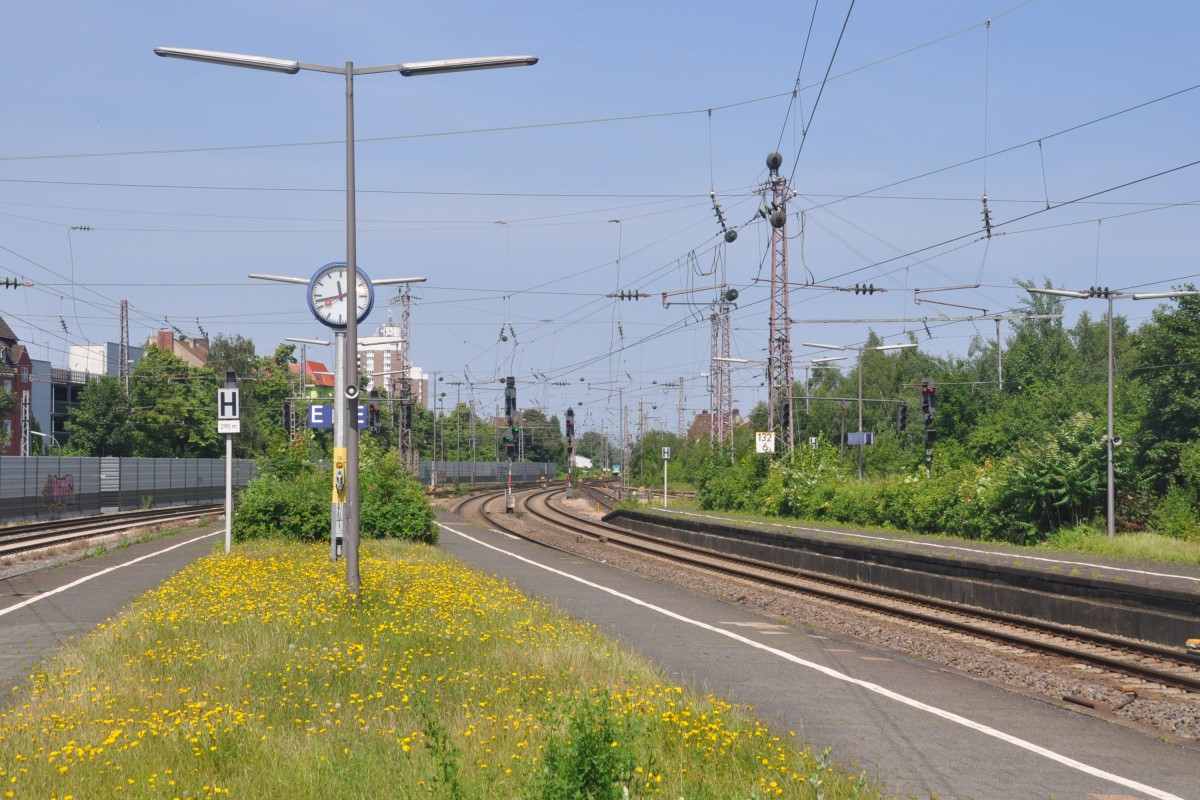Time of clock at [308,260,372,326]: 11:42
